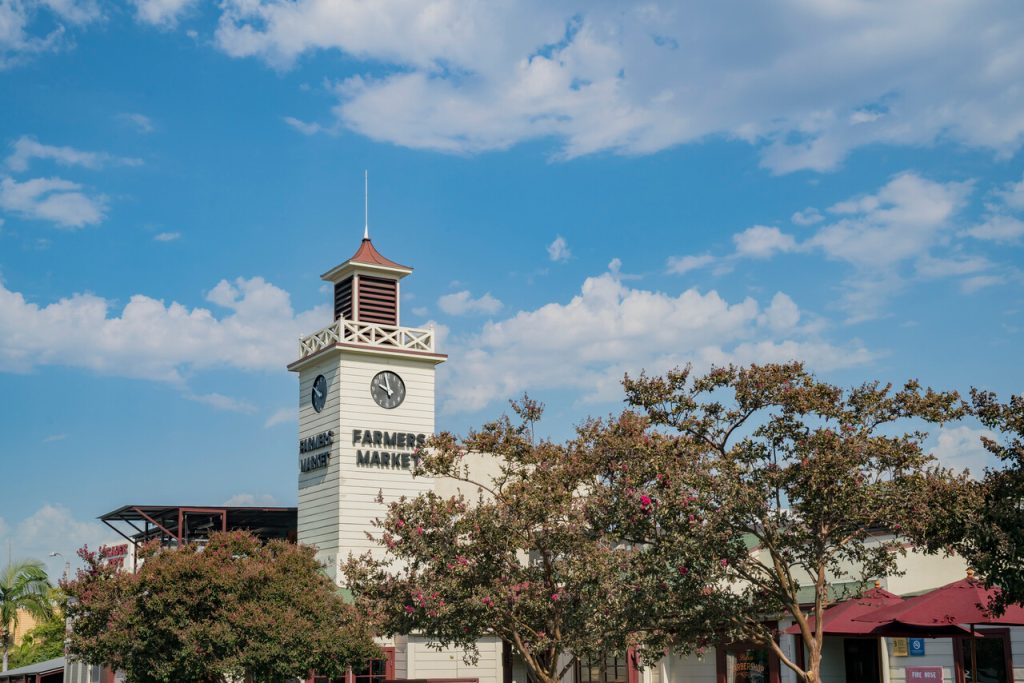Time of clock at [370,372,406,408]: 9:57
